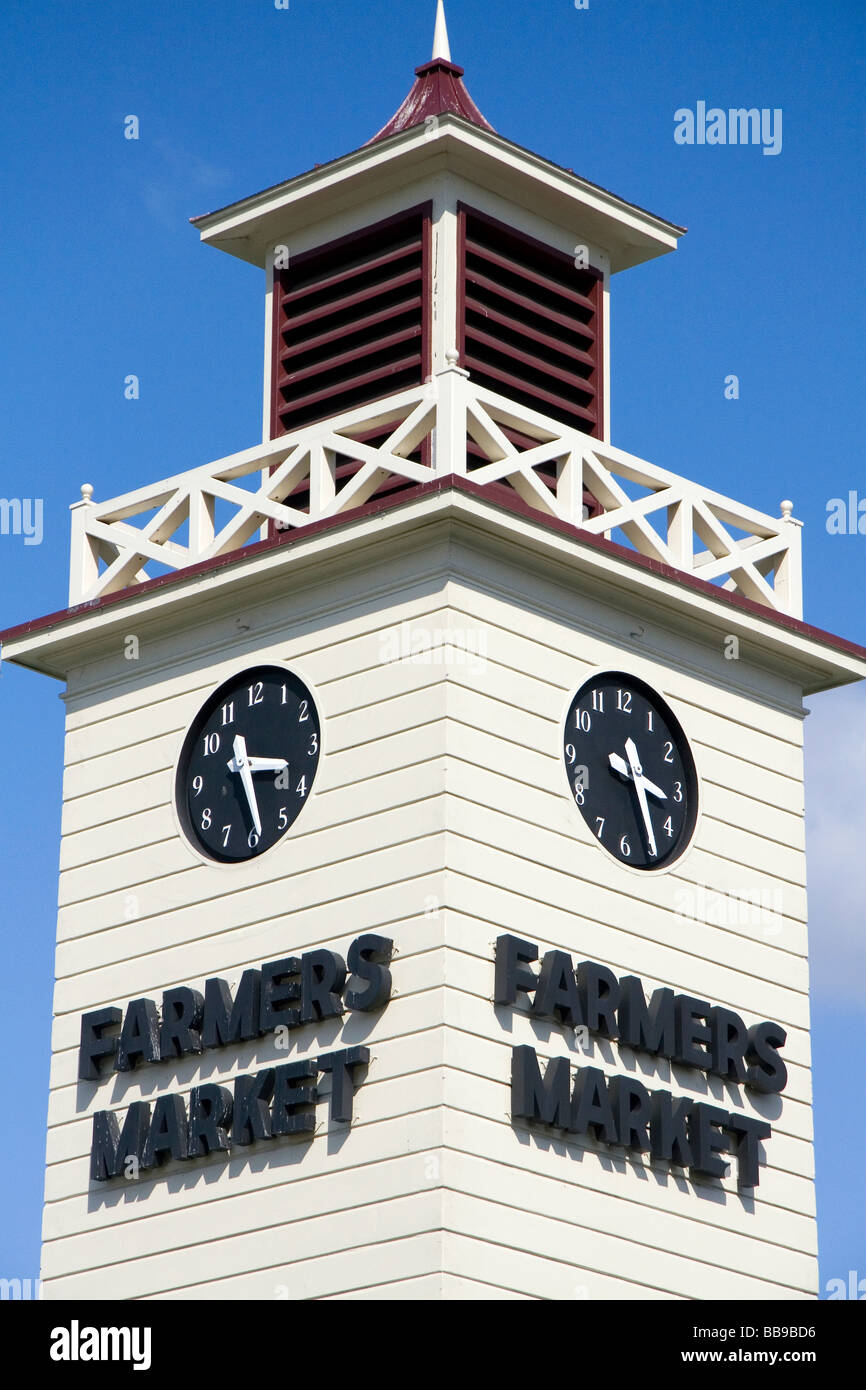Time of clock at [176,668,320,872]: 3:24
